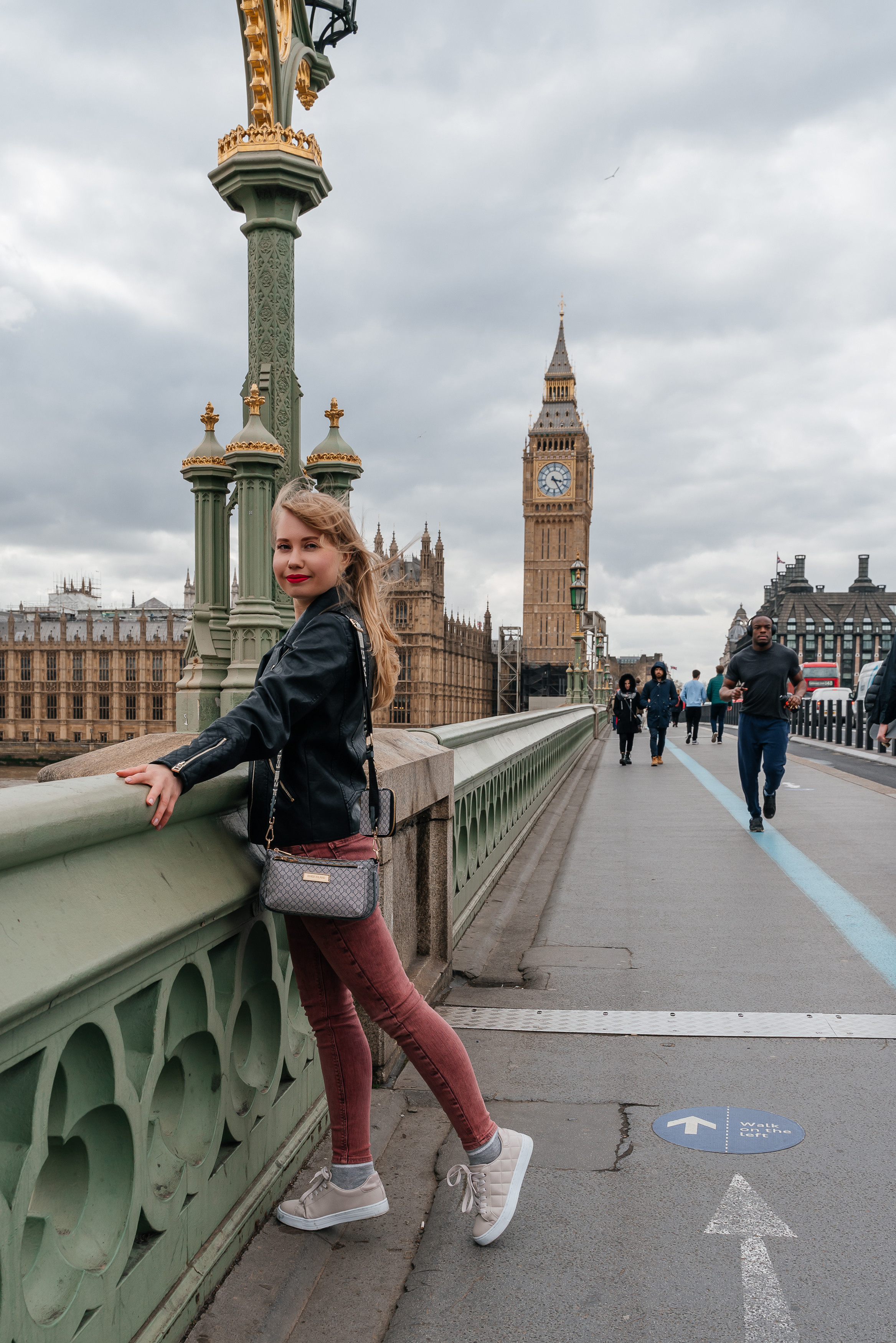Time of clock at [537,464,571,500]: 3:24
